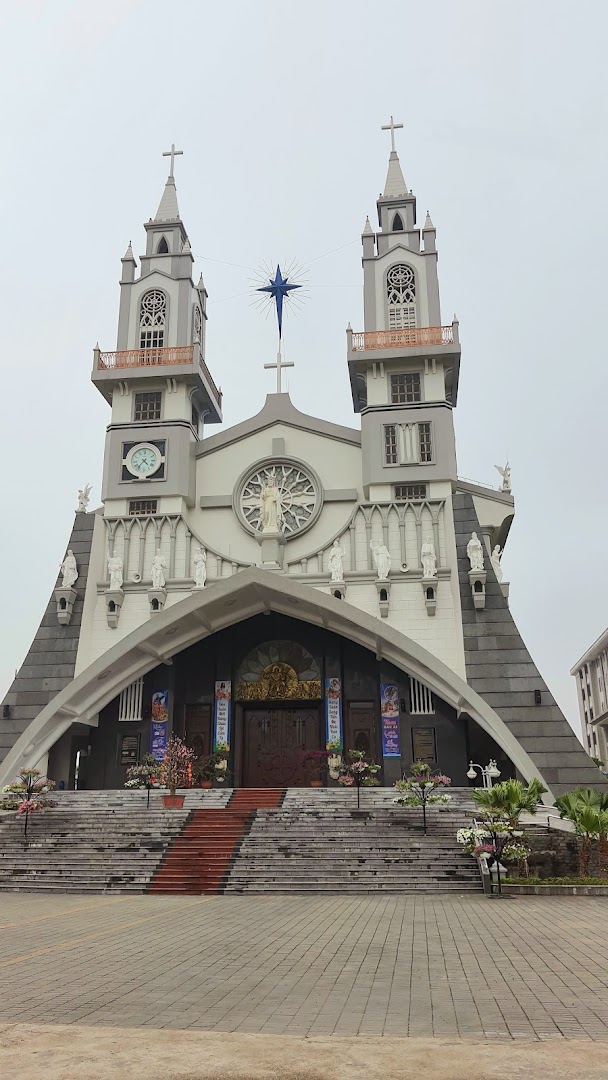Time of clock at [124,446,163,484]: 4:36
